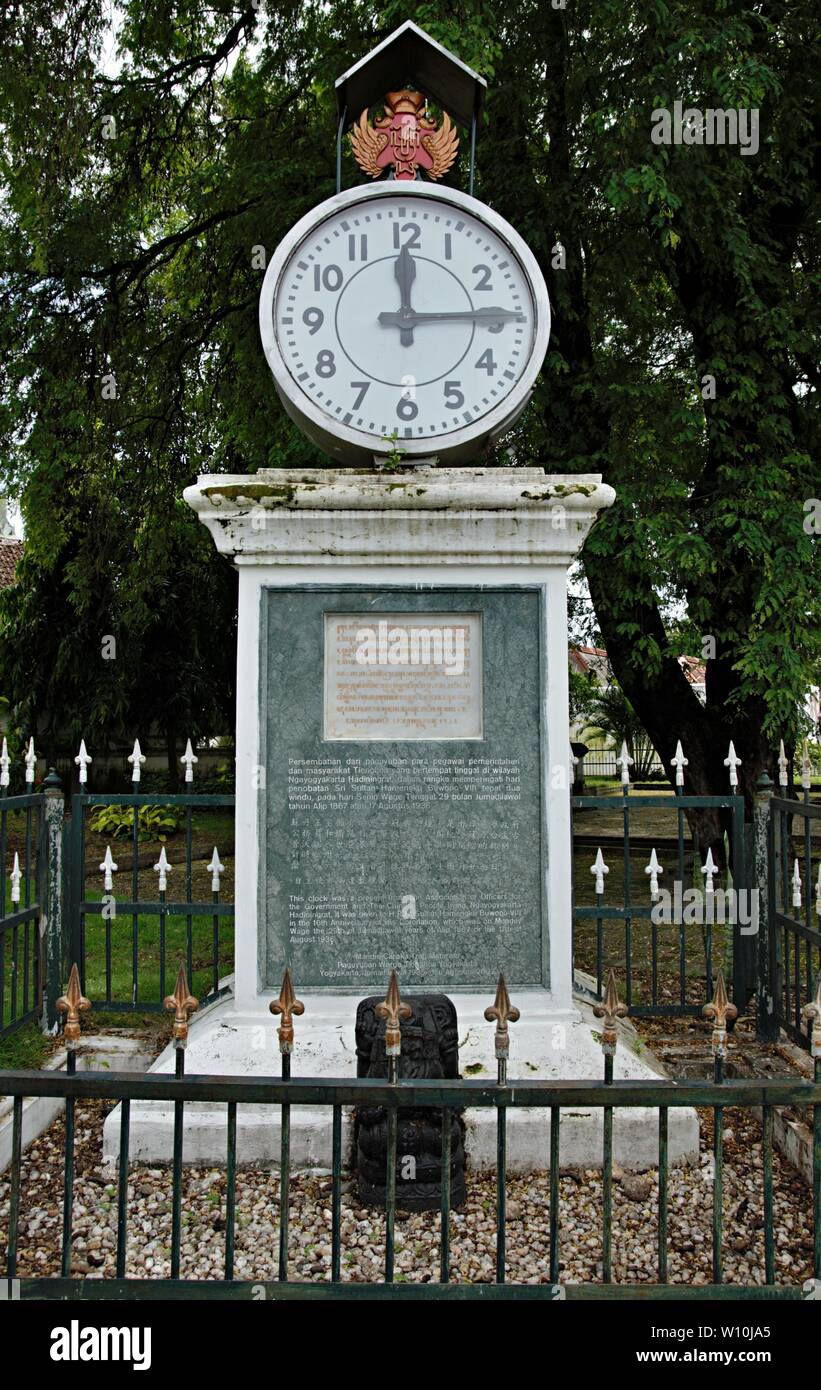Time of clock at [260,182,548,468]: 12:14
